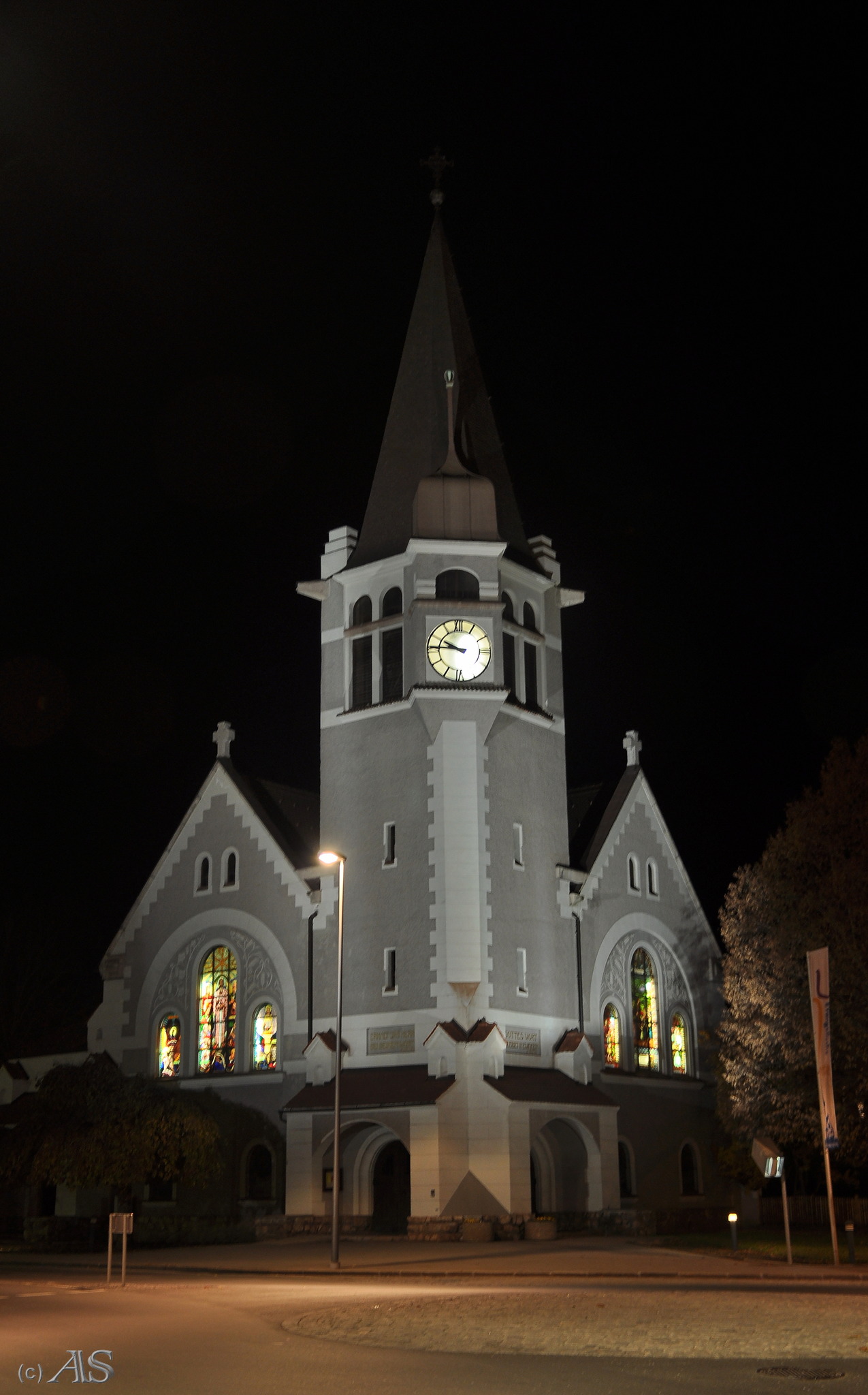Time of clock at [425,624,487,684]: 9:45
